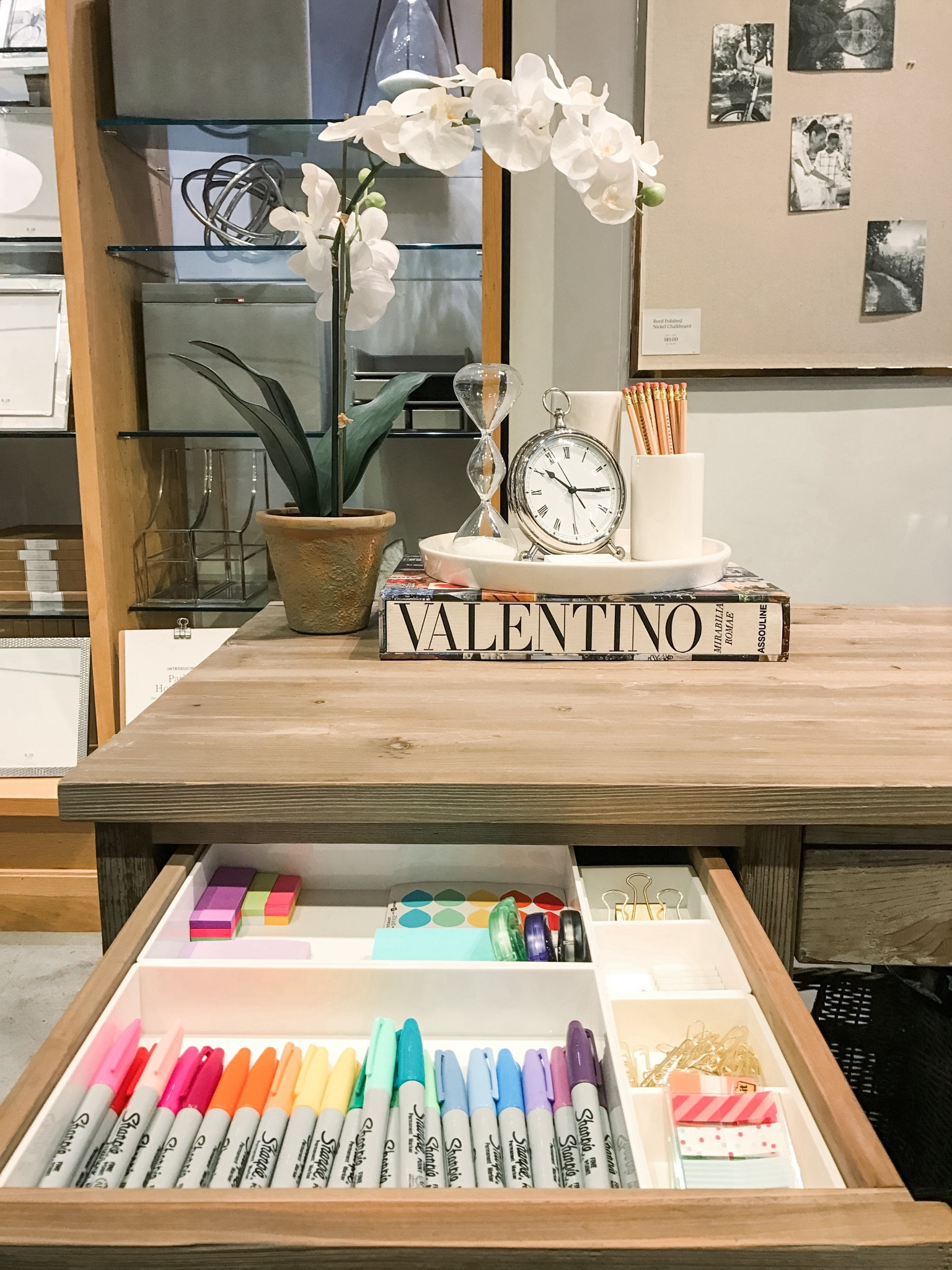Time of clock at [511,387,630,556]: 10:14
